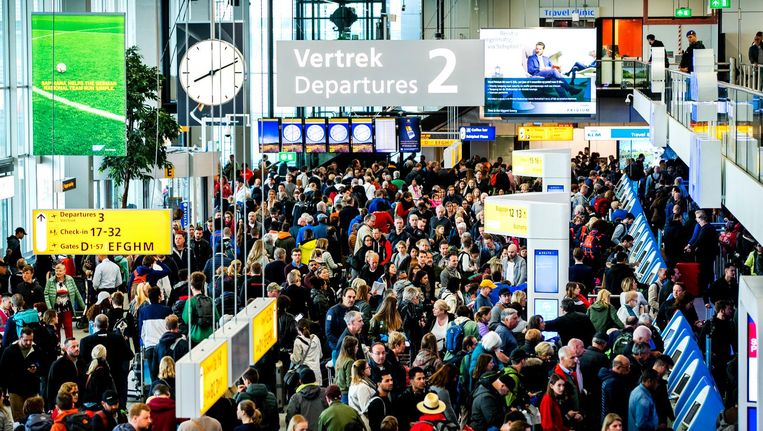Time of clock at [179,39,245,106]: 8:11
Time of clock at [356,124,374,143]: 8:11
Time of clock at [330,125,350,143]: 8:11
